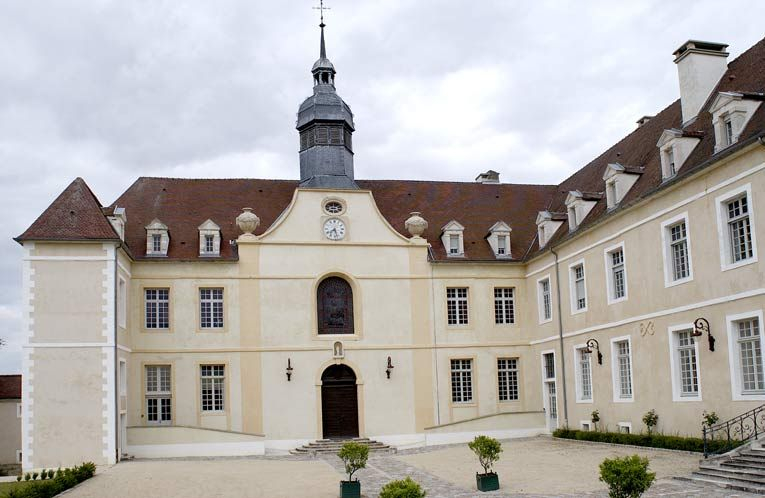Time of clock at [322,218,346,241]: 7:27
